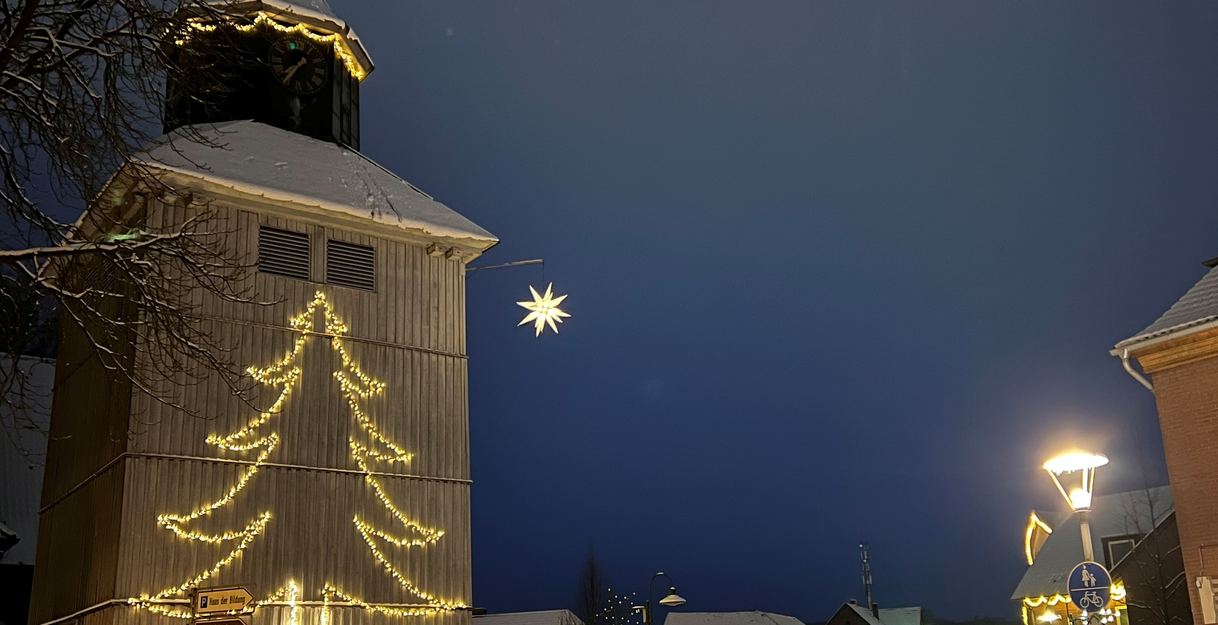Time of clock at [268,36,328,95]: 7:35
